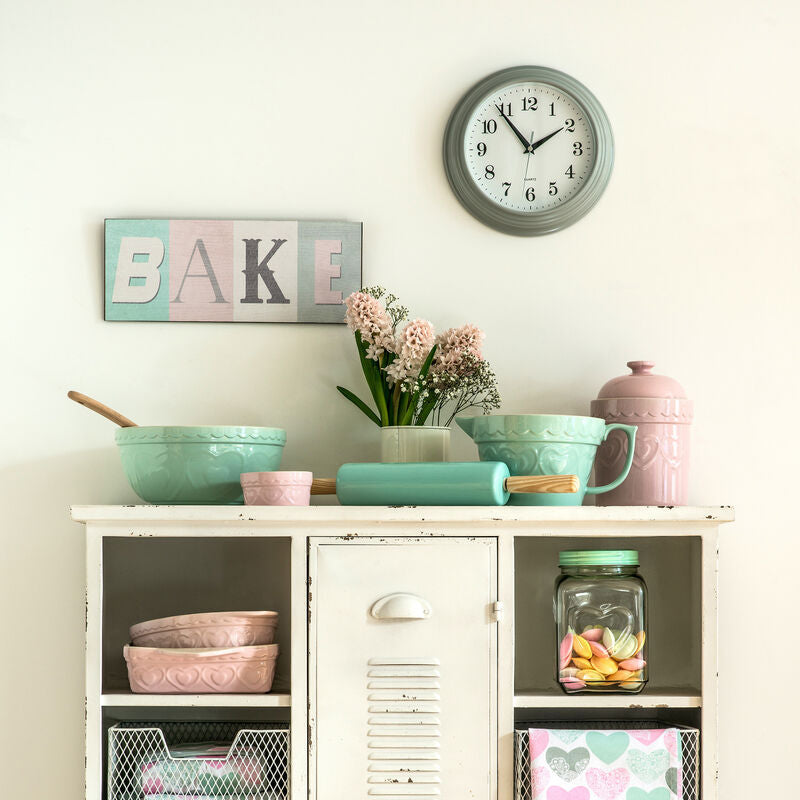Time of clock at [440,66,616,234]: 1:53
